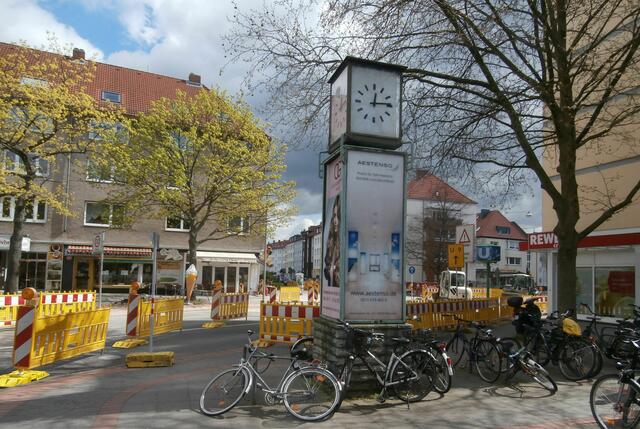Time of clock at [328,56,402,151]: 12:14
